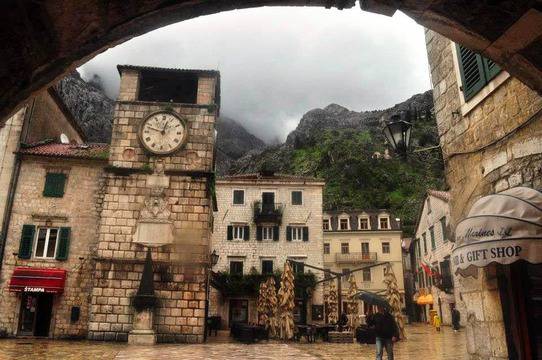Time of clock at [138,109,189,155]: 12:47
